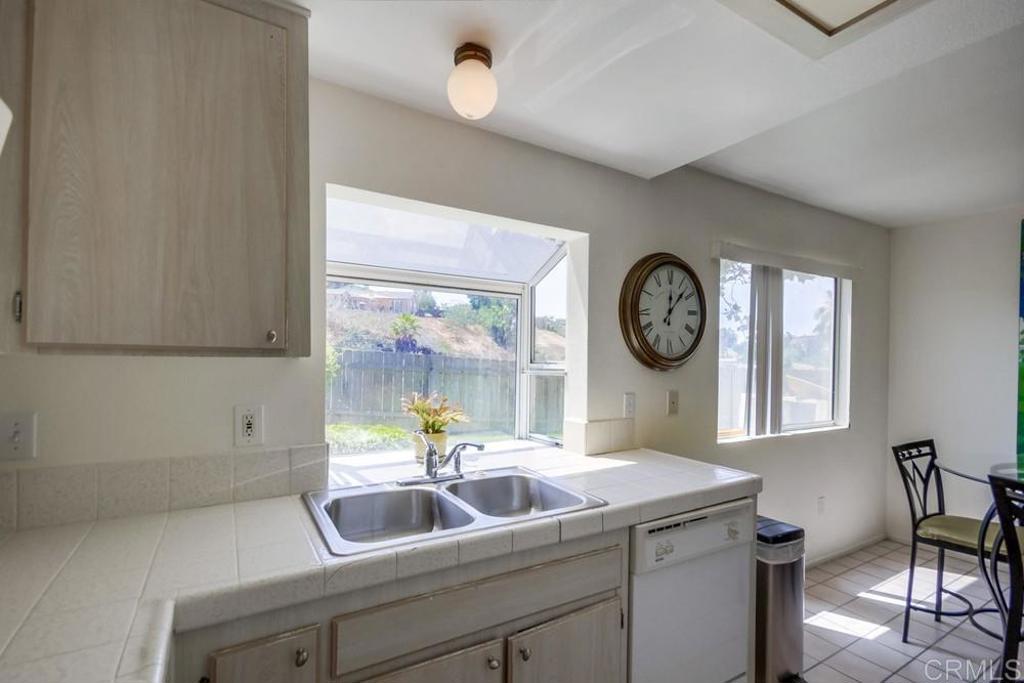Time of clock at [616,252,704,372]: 12:07
